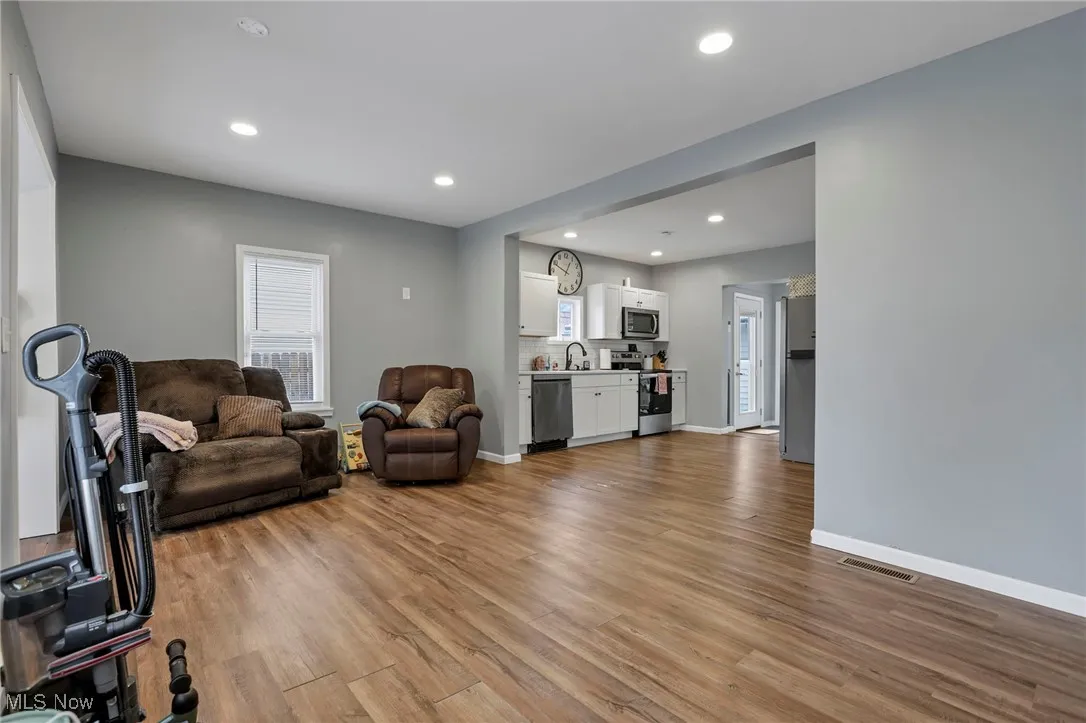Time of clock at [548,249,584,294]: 12:49
